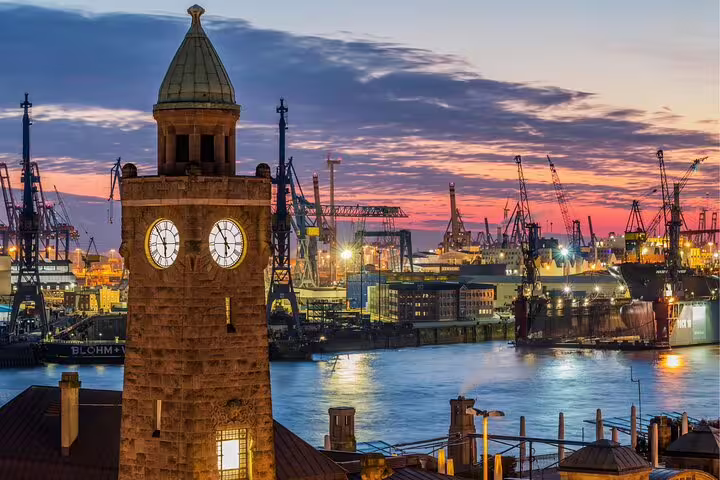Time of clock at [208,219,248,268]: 5:54
